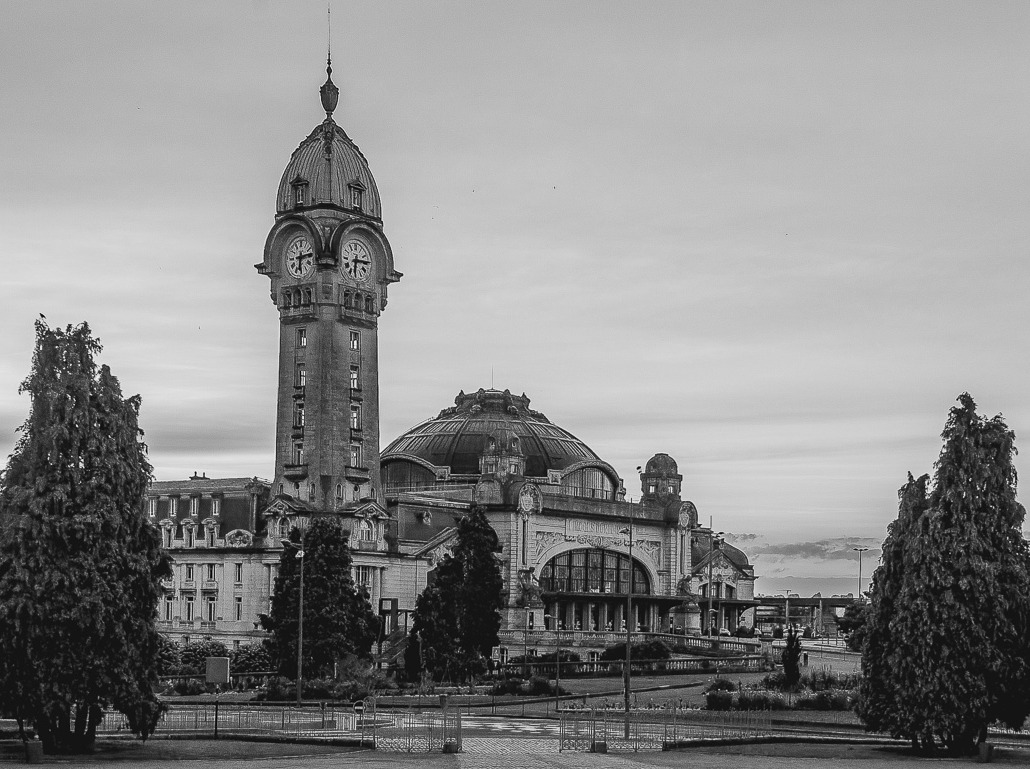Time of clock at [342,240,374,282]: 6:14
